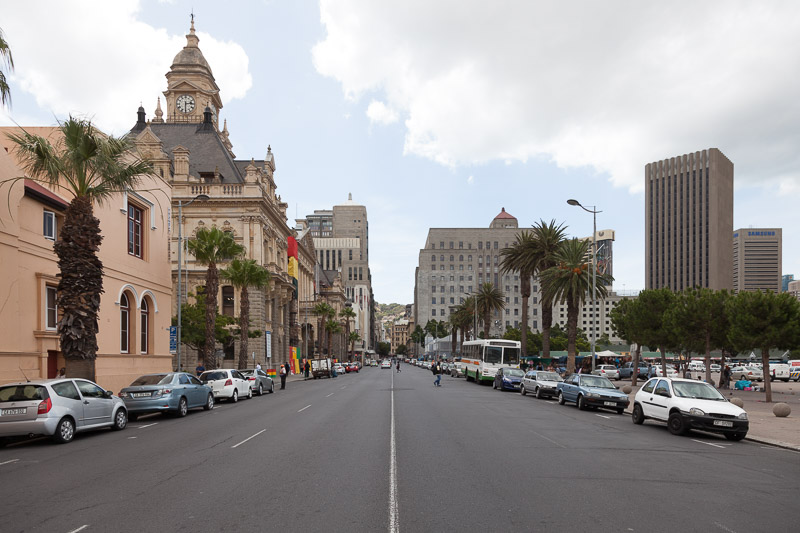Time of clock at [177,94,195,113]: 2:30
